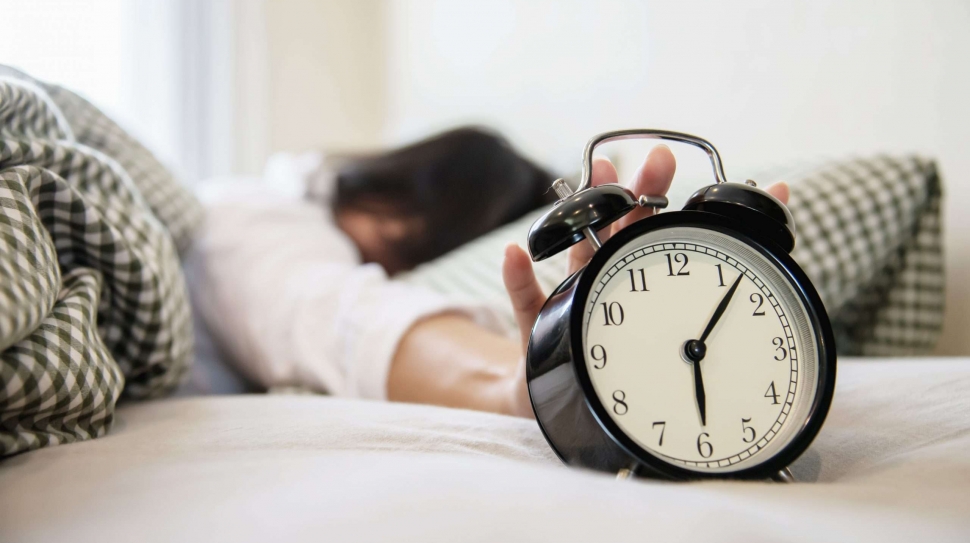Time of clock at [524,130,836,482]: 6:06
